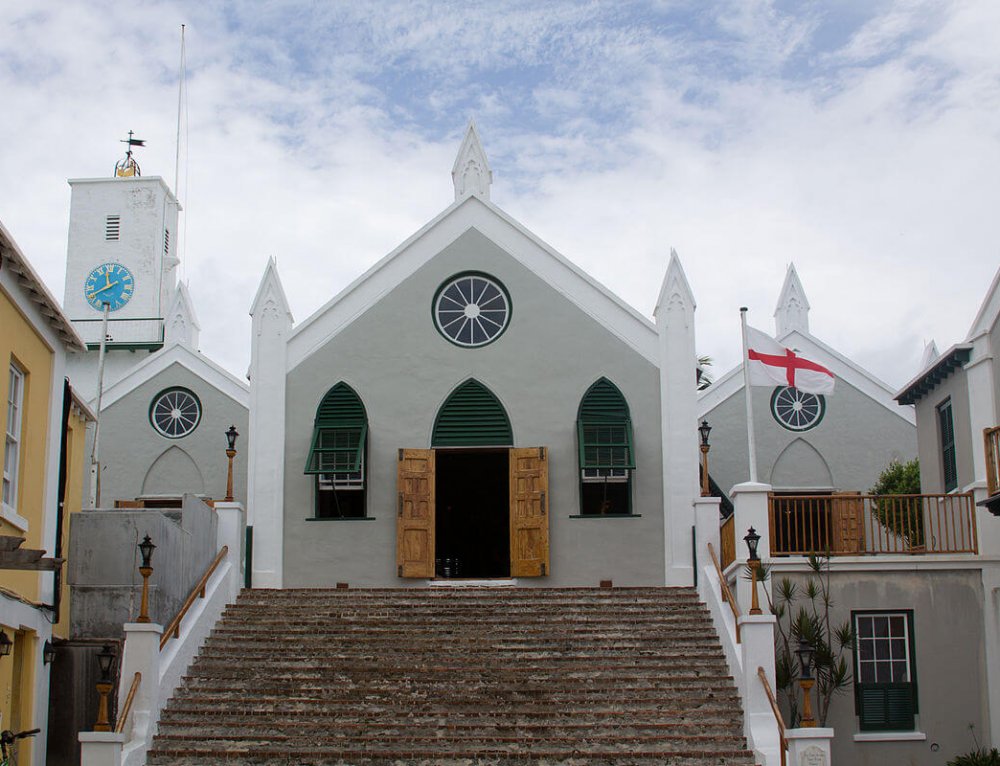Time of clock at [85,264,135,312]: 11:40
